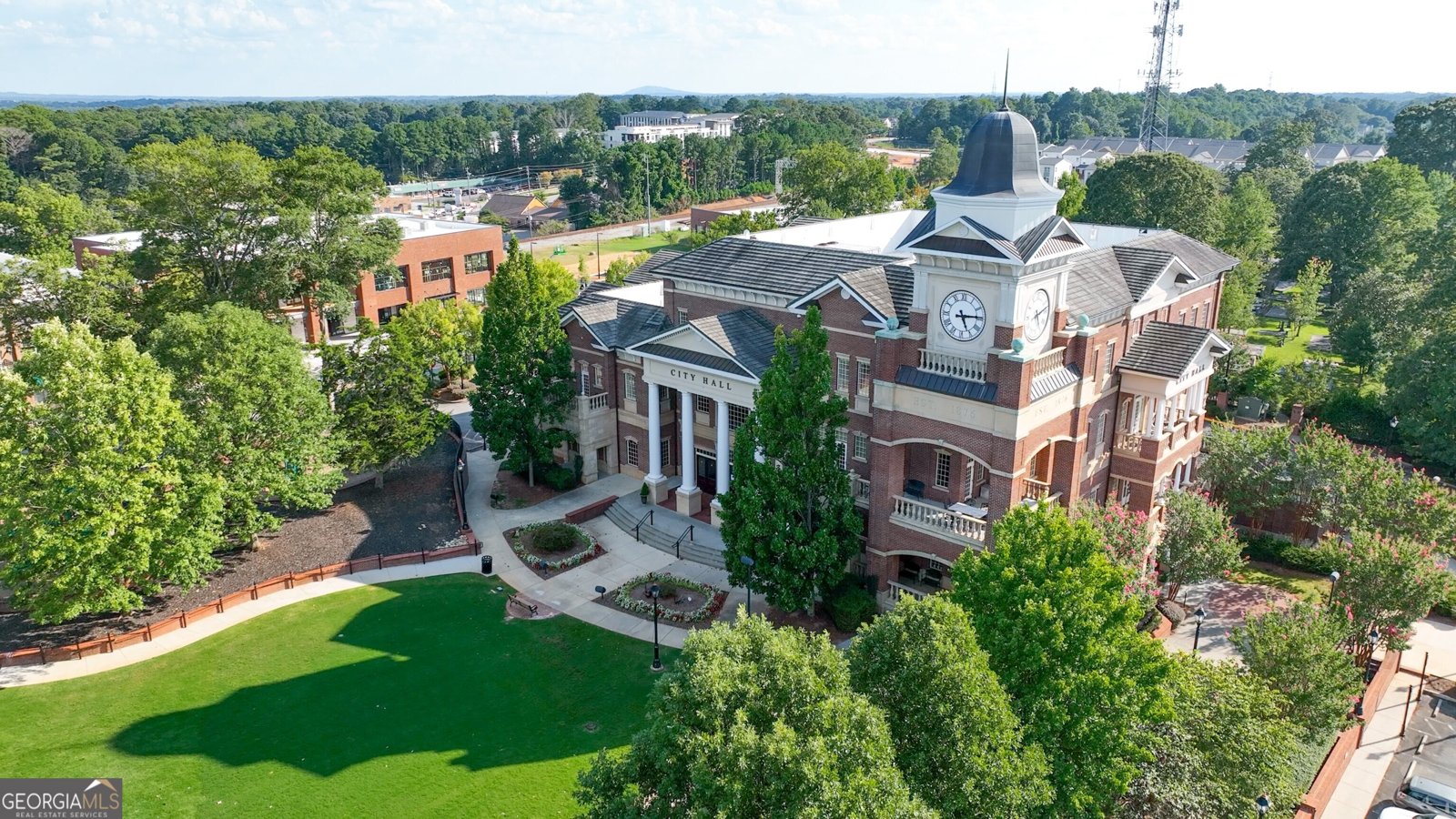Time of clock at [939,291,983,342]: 5:14
